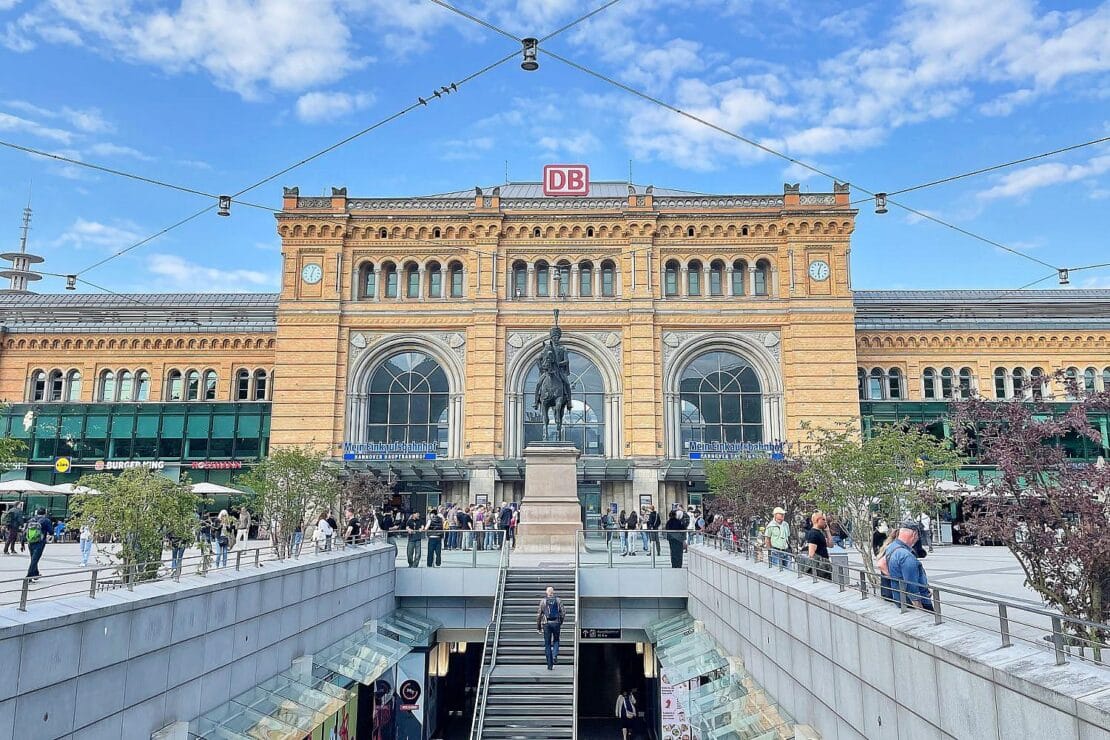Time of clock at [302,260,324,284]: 6:03
